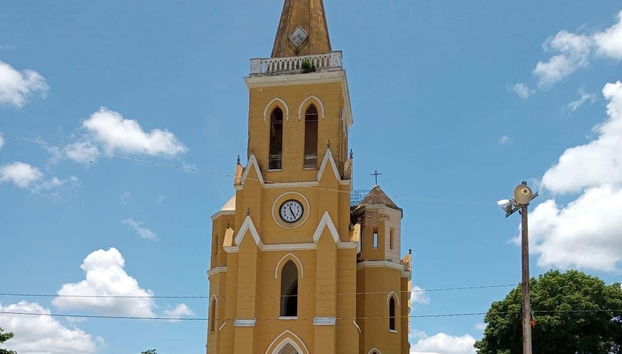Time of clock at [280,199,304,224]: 11:25
